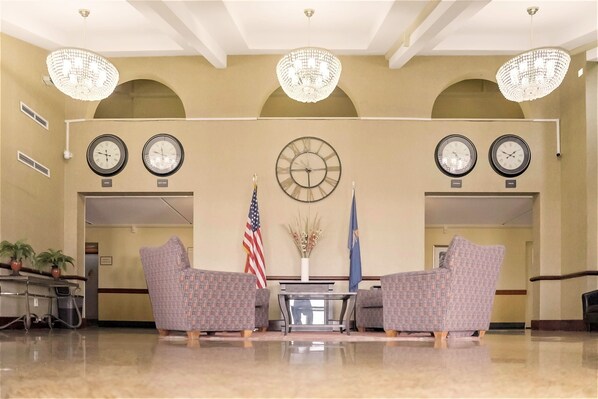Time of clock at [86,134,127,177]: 5:47
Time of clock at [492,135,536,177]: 1:48
